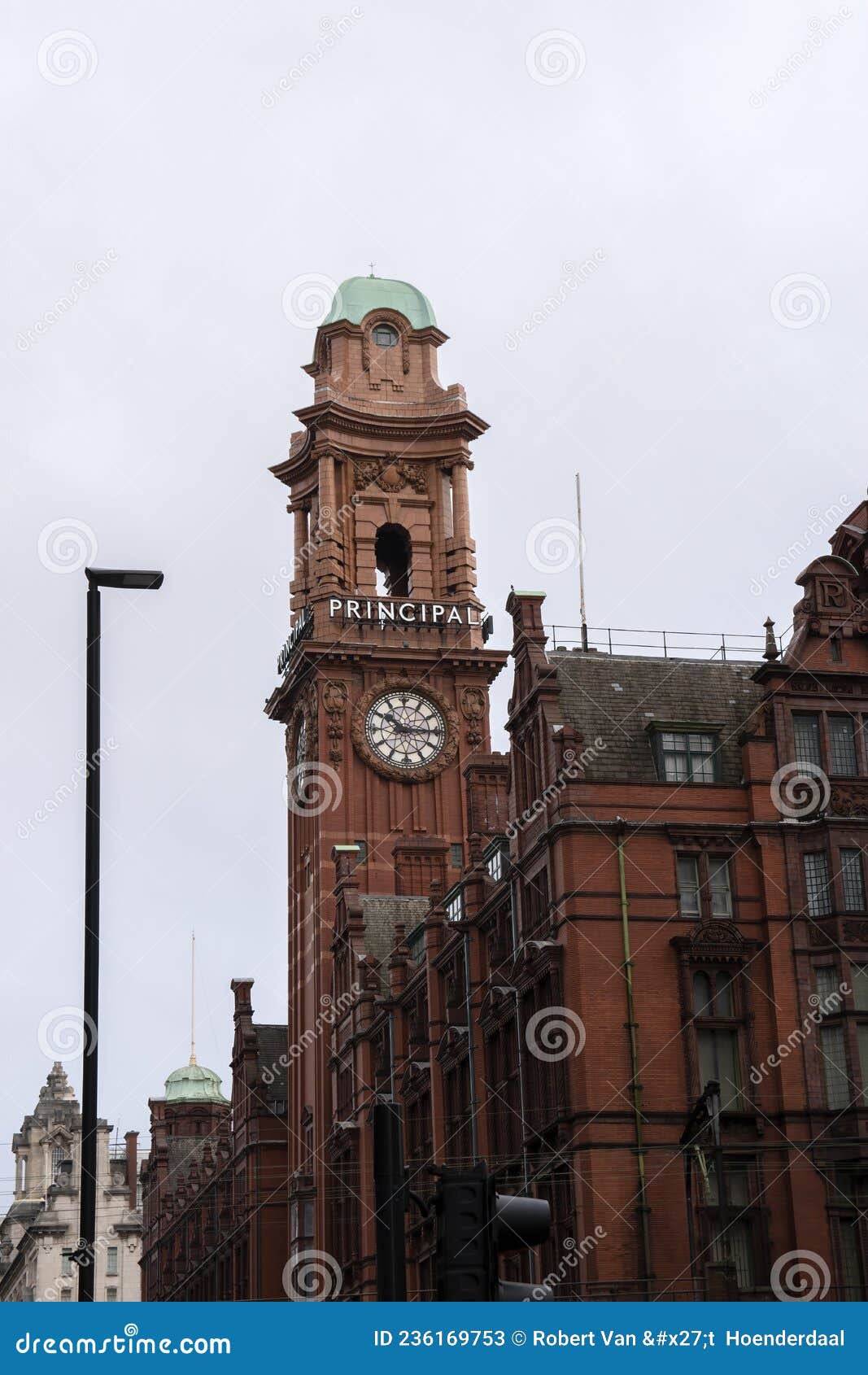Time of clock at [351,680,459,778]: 10:15
